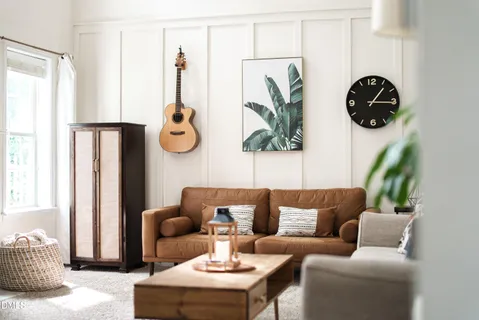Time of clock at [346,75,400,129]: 1:15
